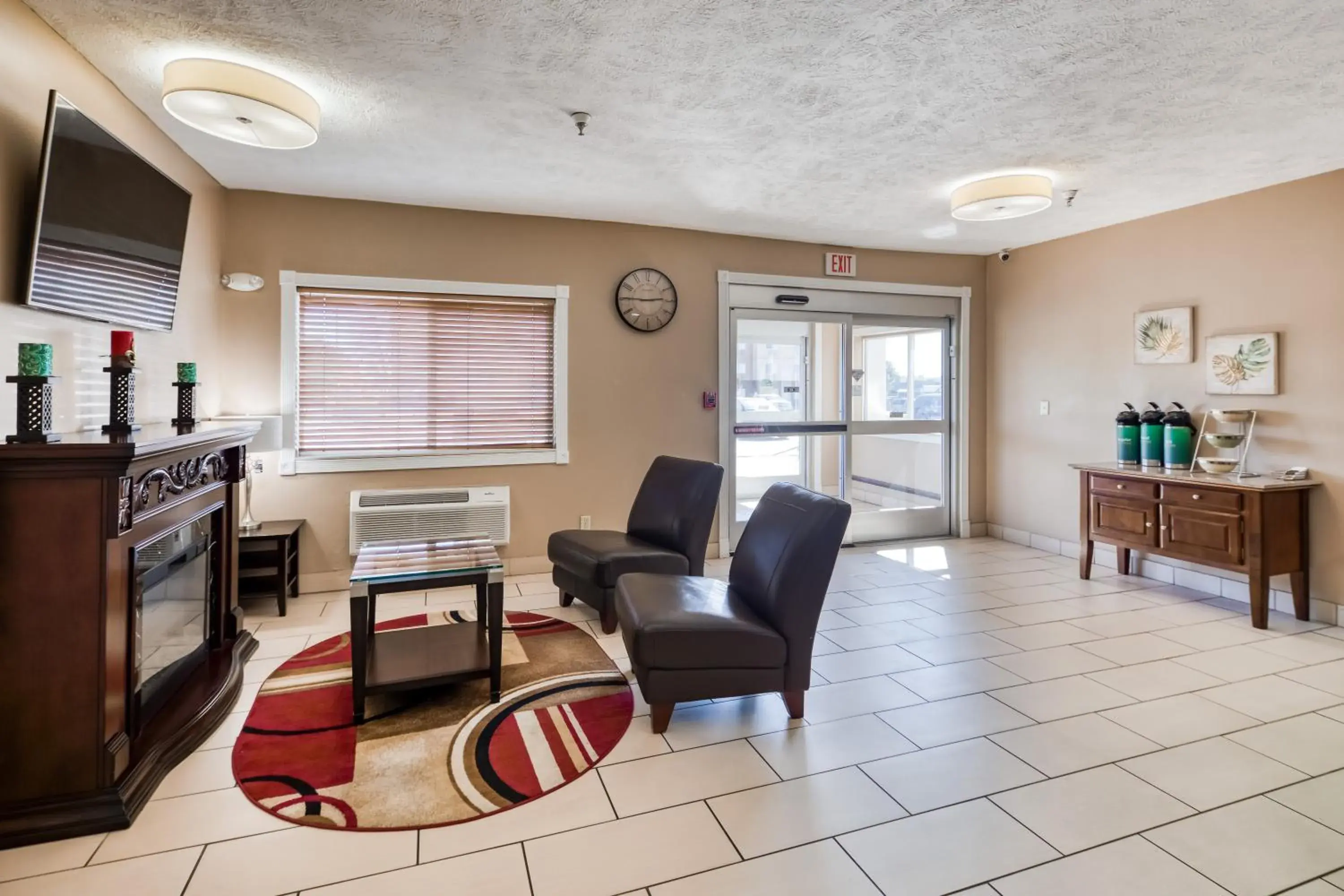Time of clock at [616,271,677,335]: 2:45
